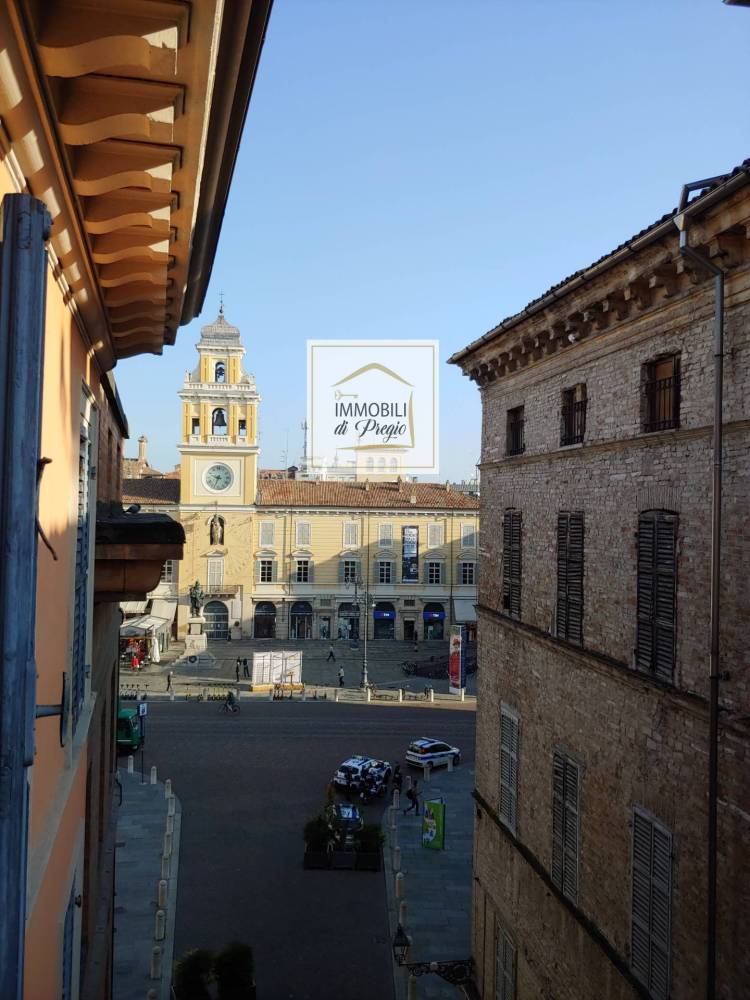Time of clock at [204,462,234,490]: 9:33
